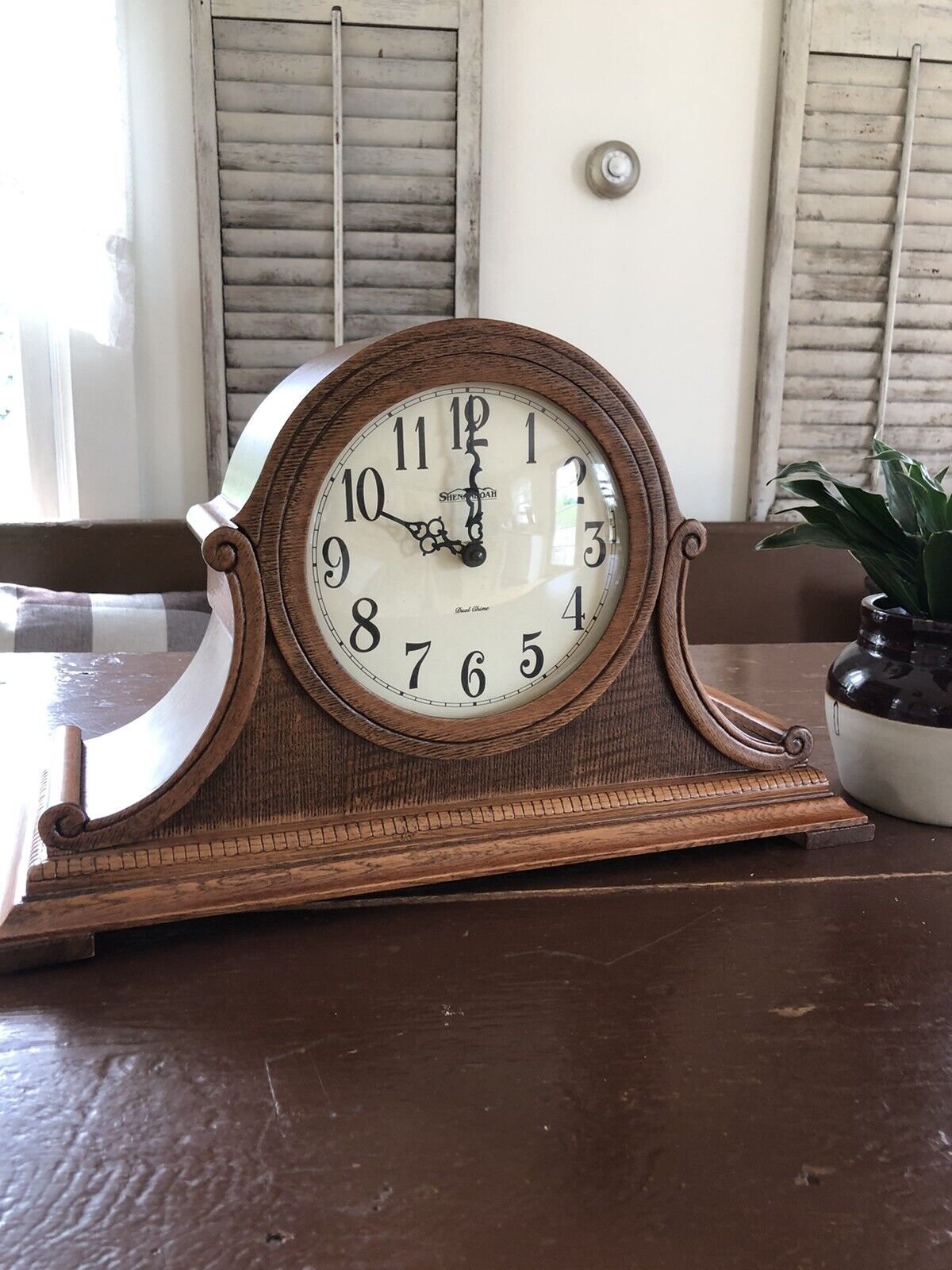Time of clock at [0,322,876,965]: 10:00
